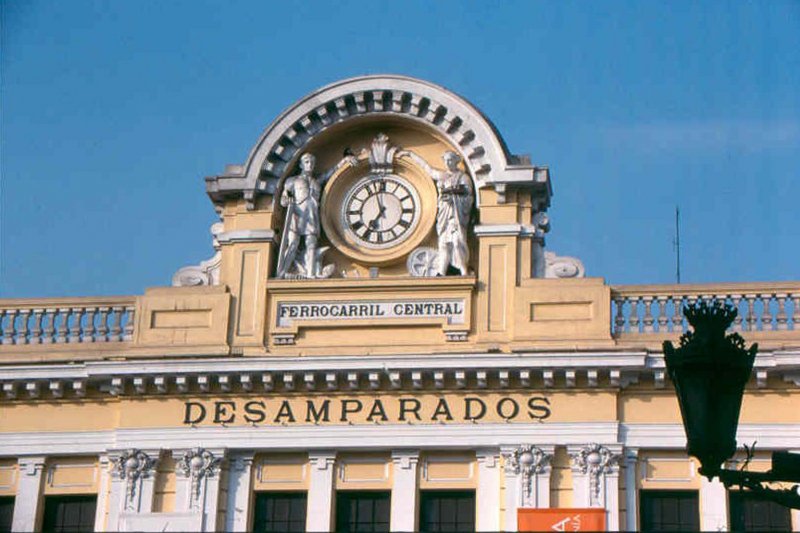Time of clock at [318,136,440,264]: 6:57
